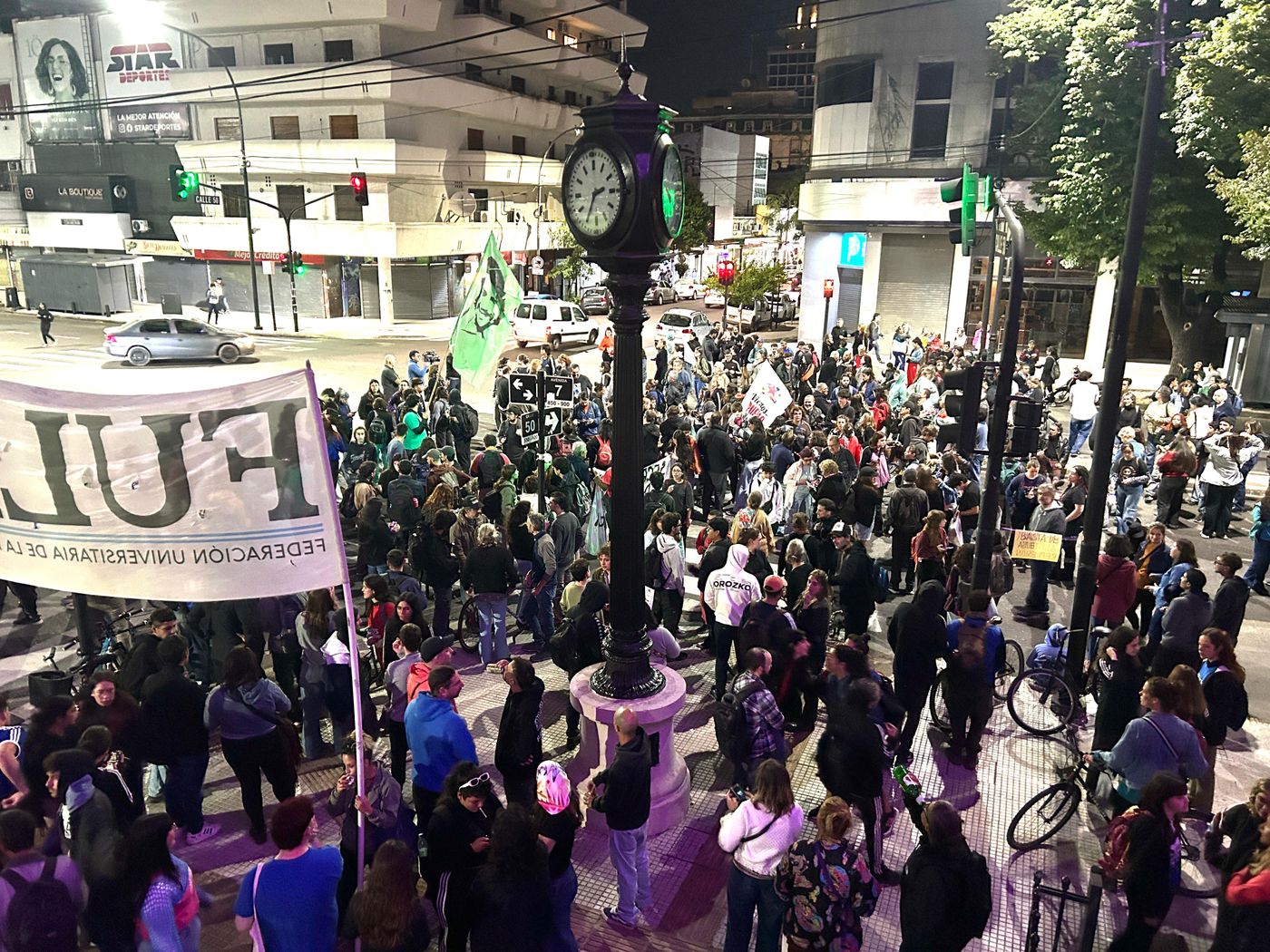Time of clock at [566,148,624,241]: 2:34
